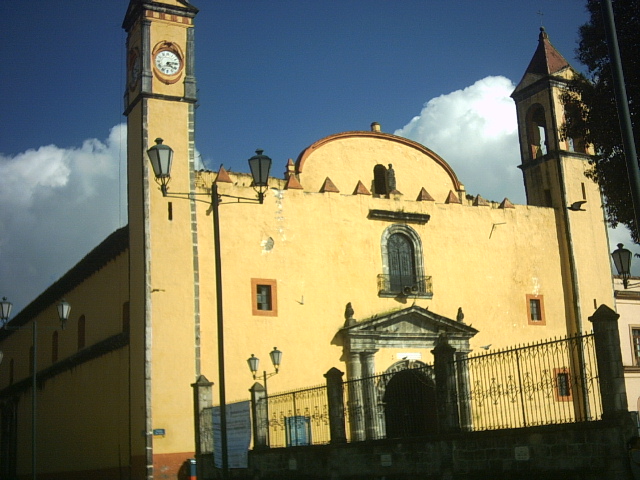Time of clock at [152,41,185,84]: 4:14
